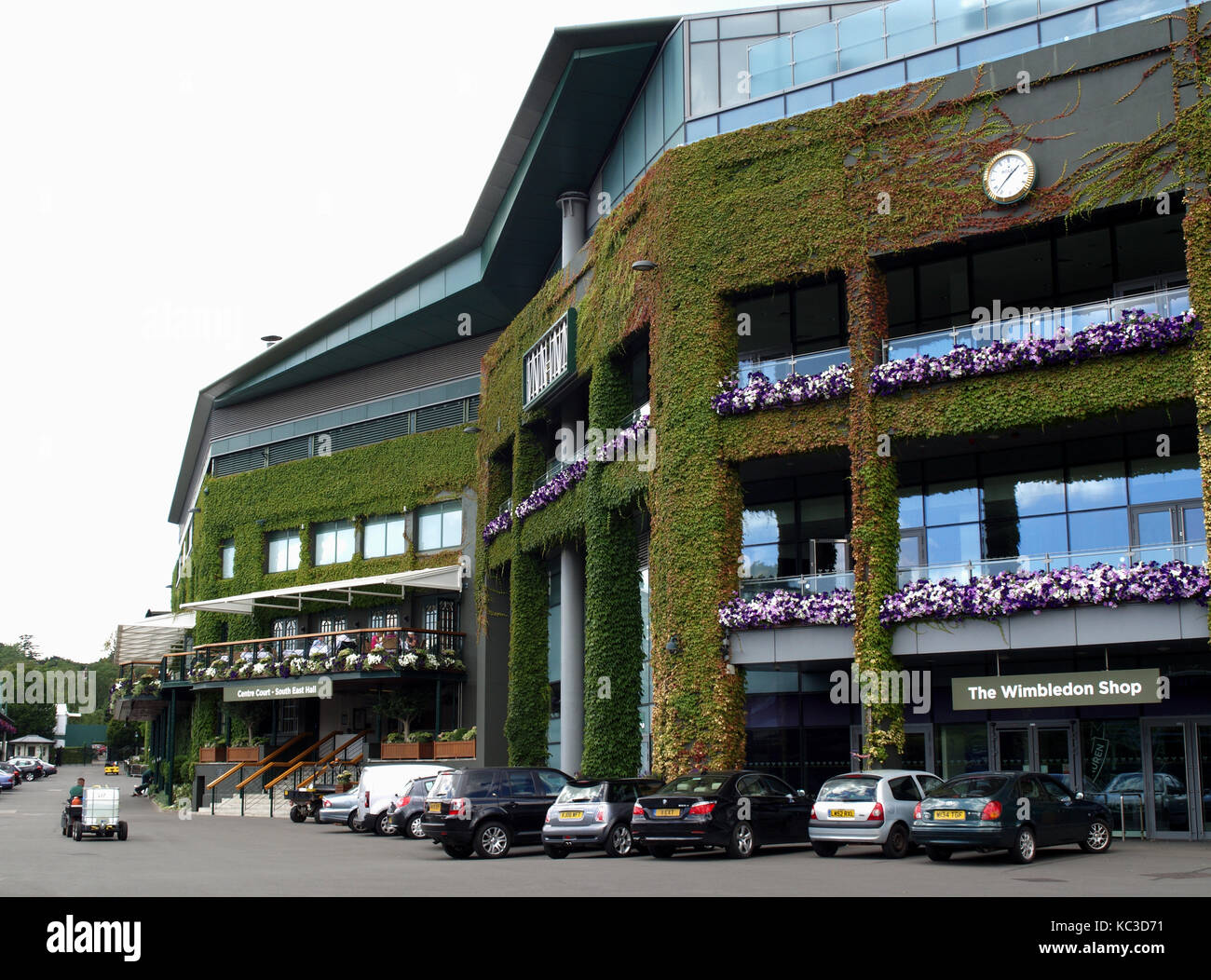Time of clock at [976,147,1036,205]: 1:37
